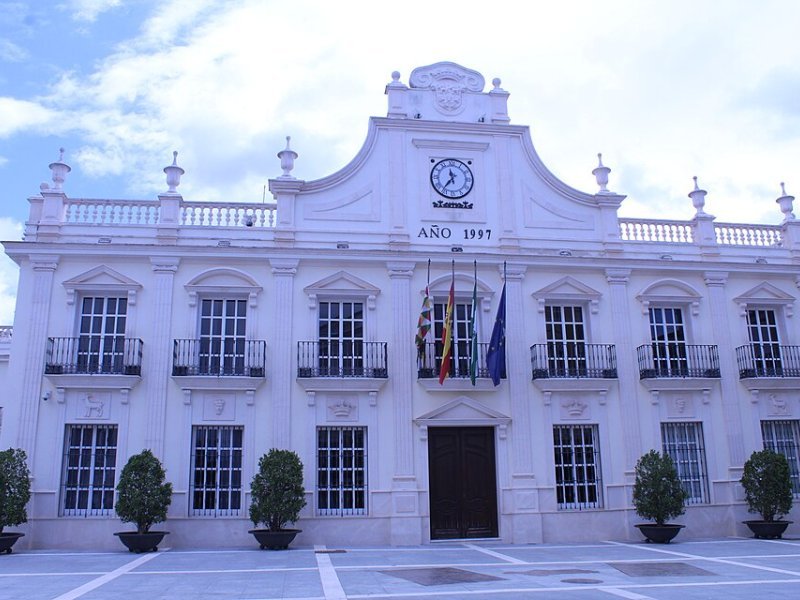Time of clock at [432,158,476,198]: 11:36
